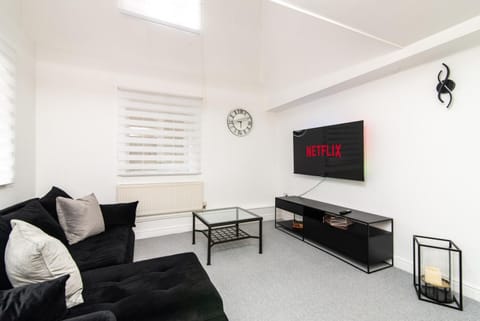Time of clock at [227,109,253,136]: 5:43
